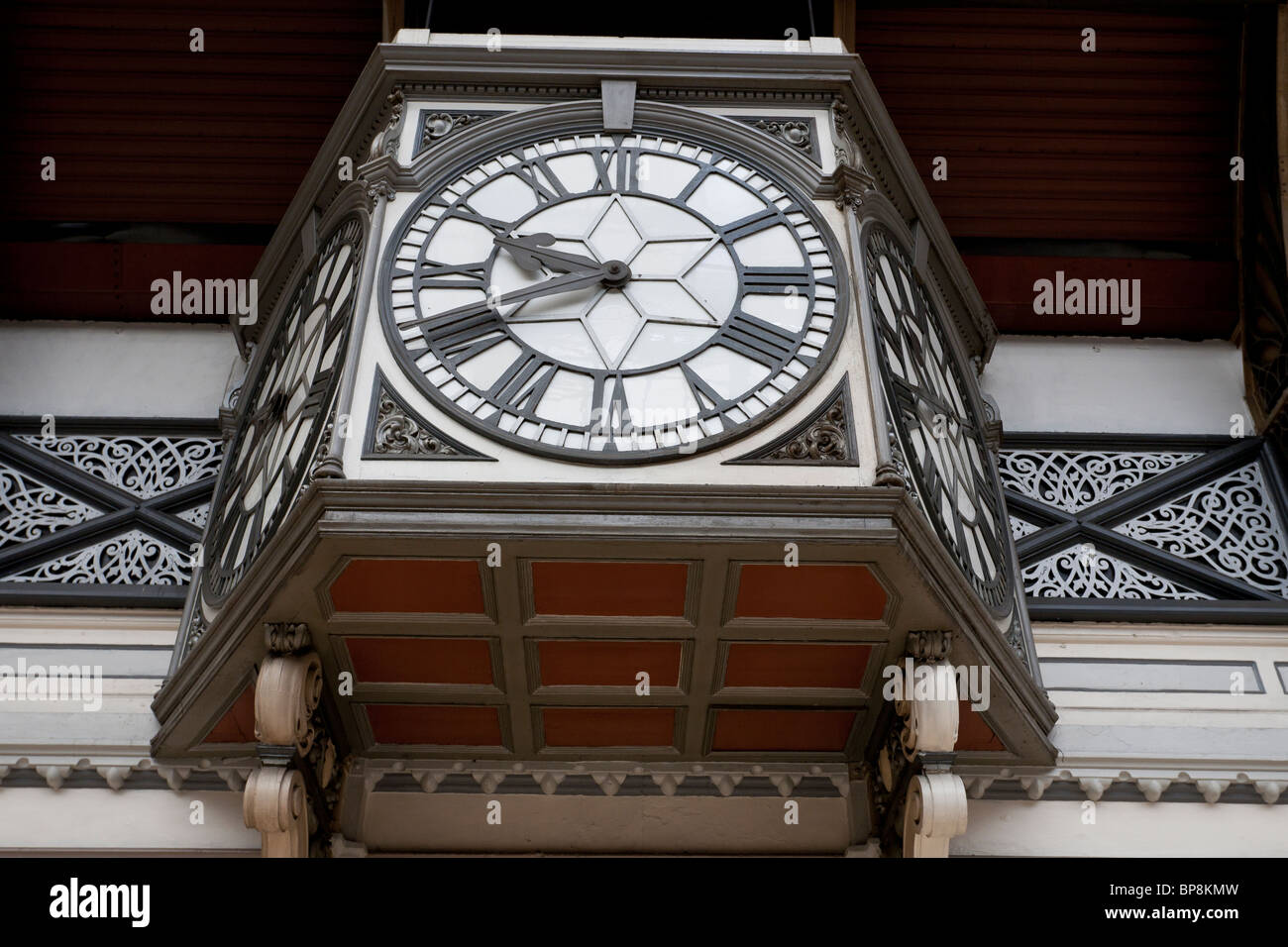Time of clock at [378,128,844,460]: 9:42
